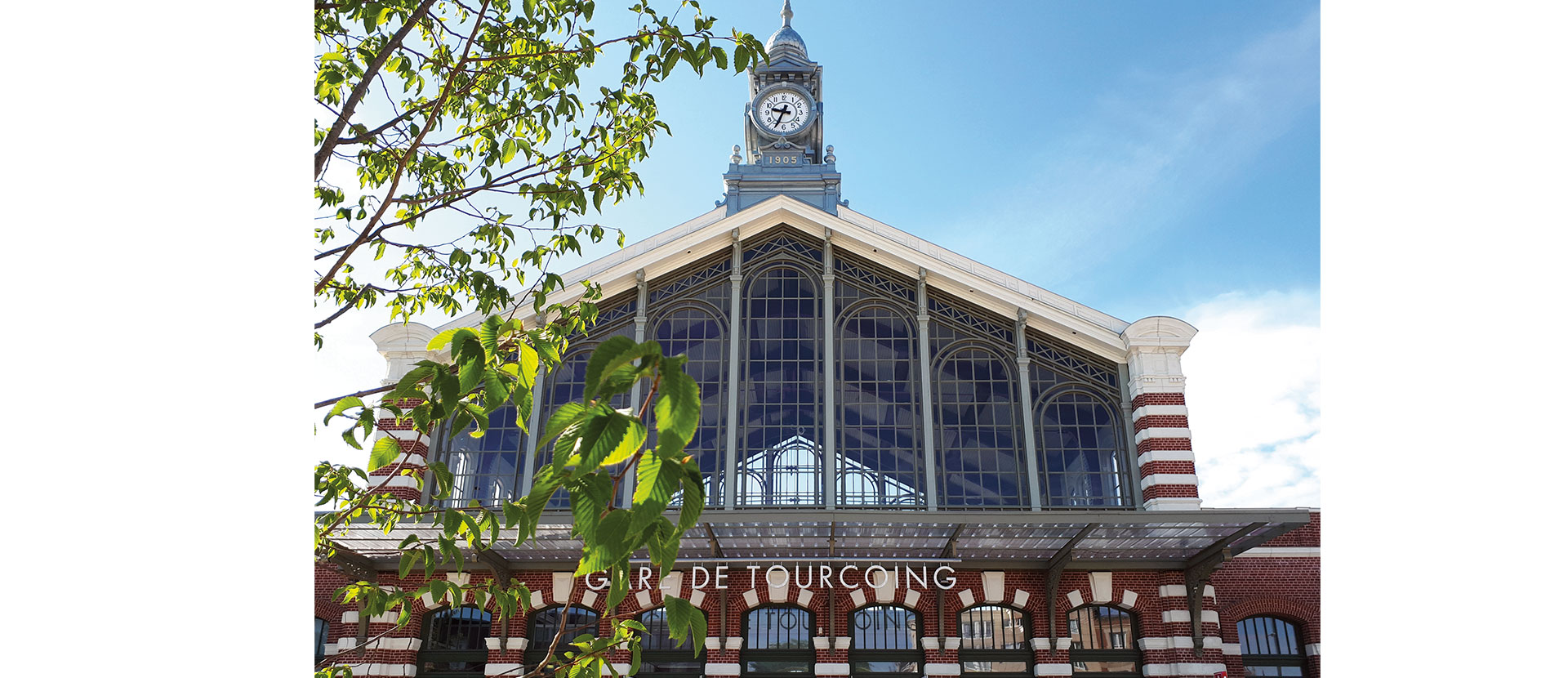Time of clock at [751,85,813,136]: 9:34
